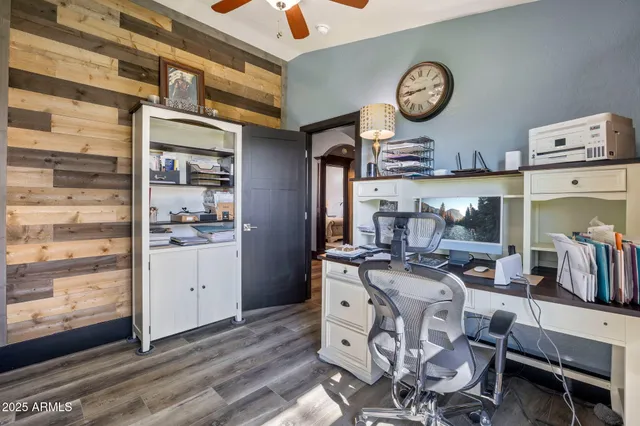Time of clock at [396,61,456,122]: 8:45
